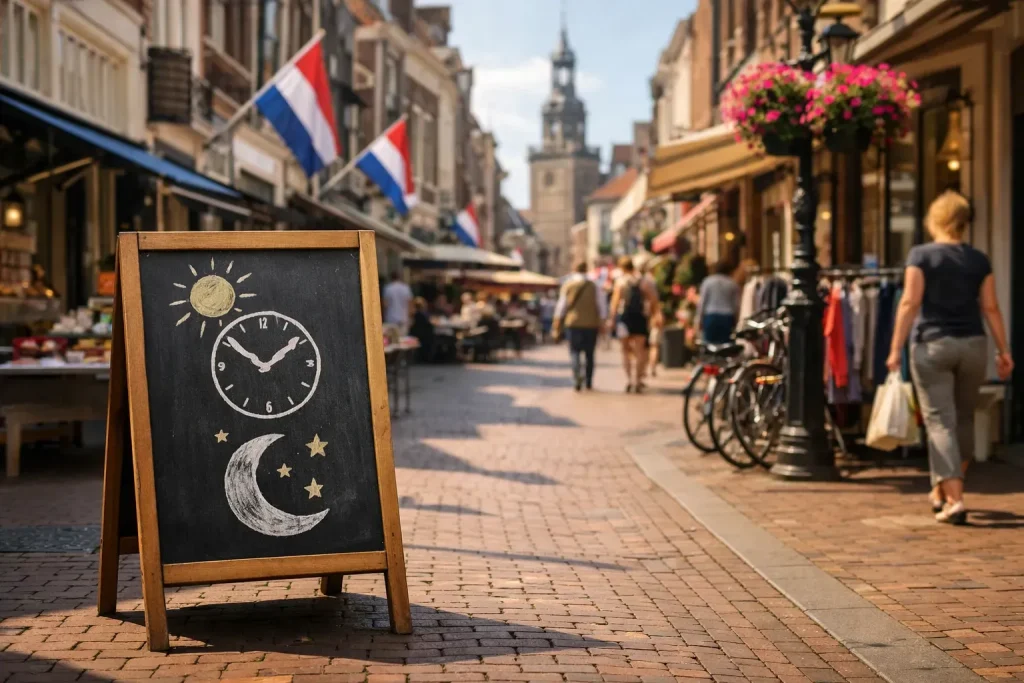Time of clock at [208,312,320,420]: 1:51
